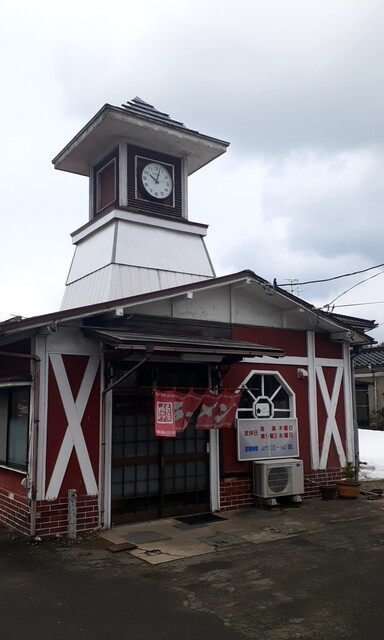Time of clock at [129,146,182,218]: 10:02
